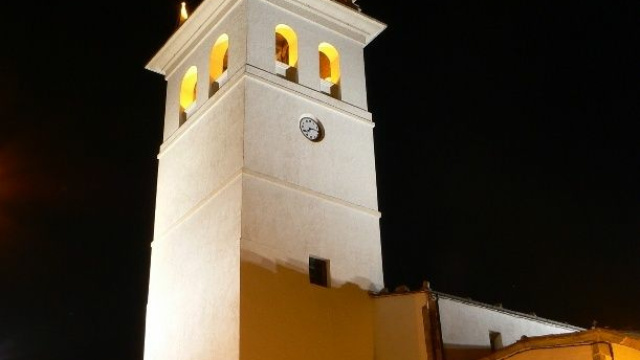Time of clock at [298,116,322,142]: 7:15
